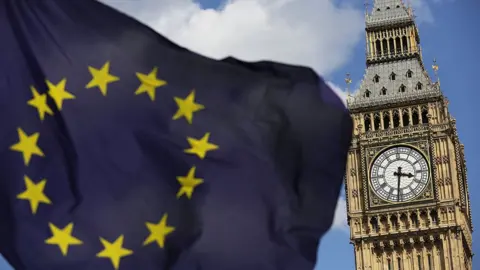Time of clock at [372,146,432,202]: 3:31
